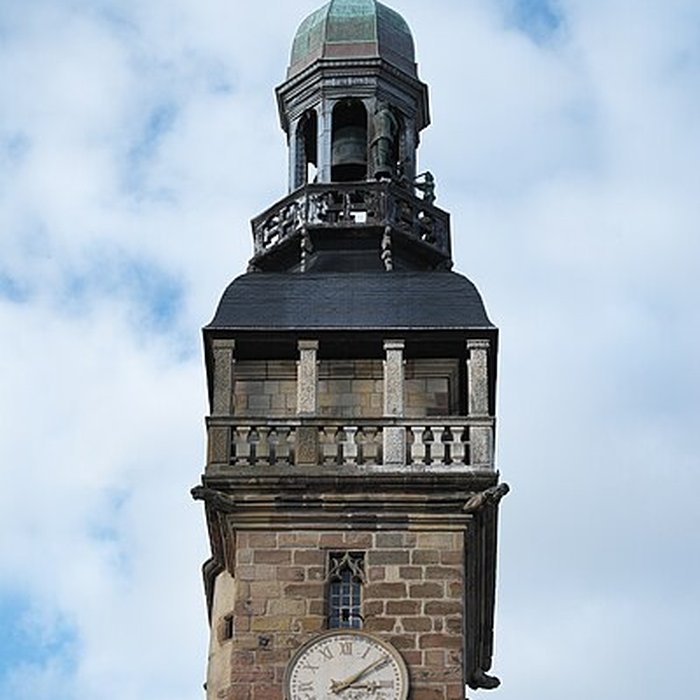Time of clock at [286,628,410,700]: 3:08
